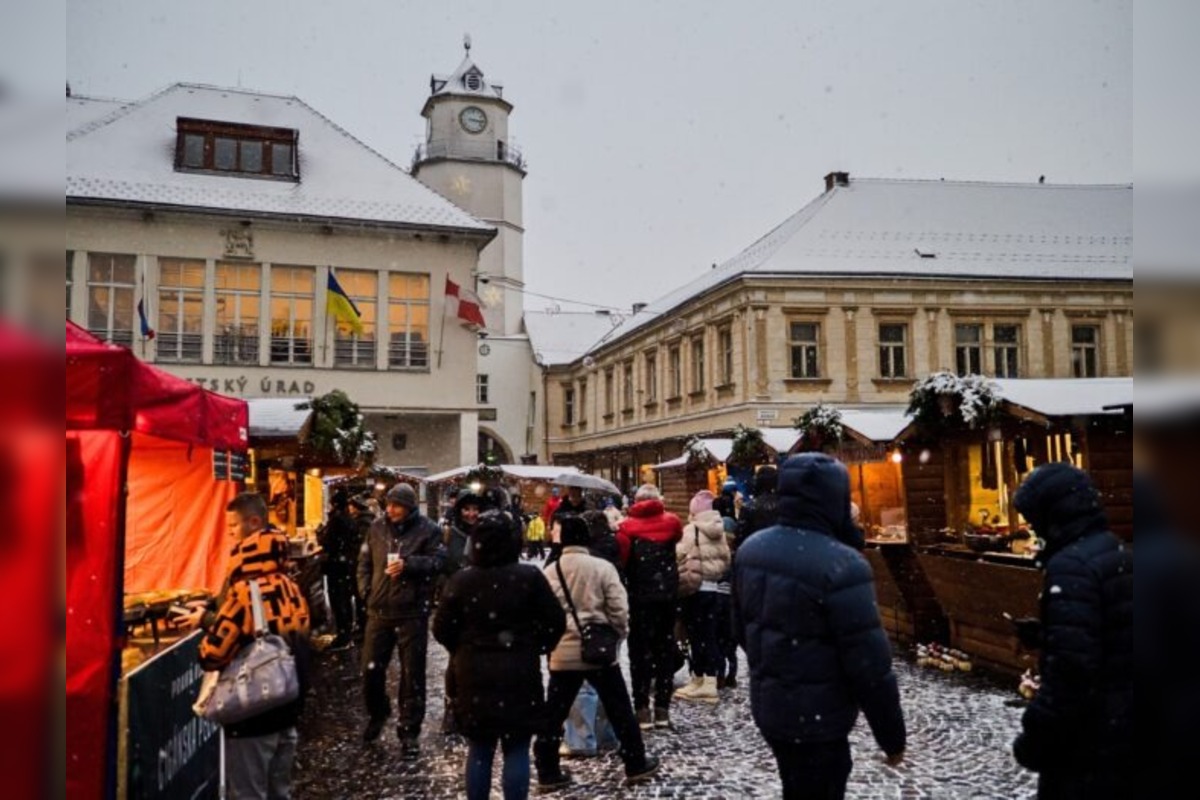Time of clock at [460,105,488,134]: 3:16
